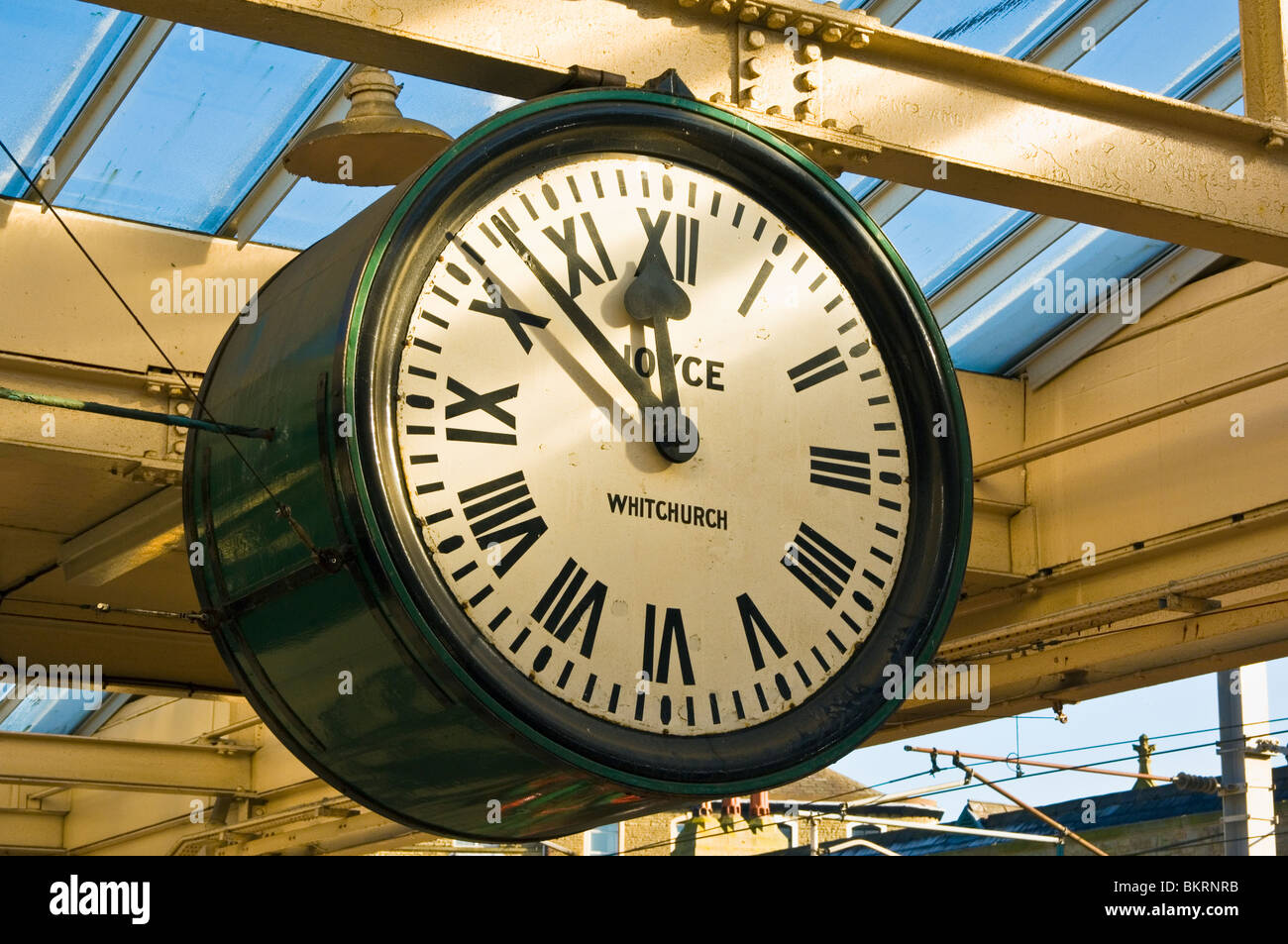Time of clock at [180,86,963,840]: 11:52
